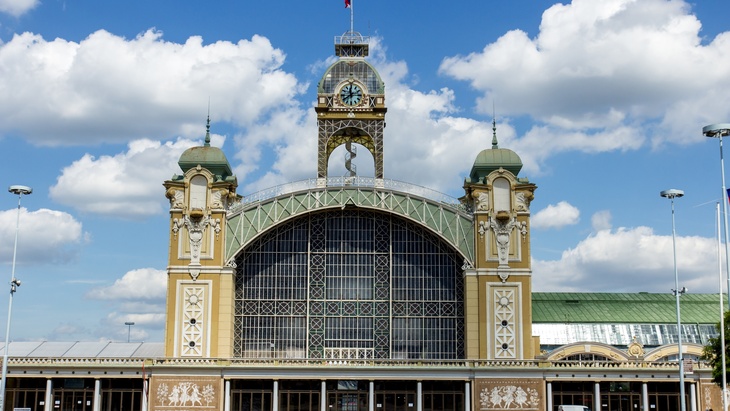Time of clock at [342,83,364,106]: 11:38
